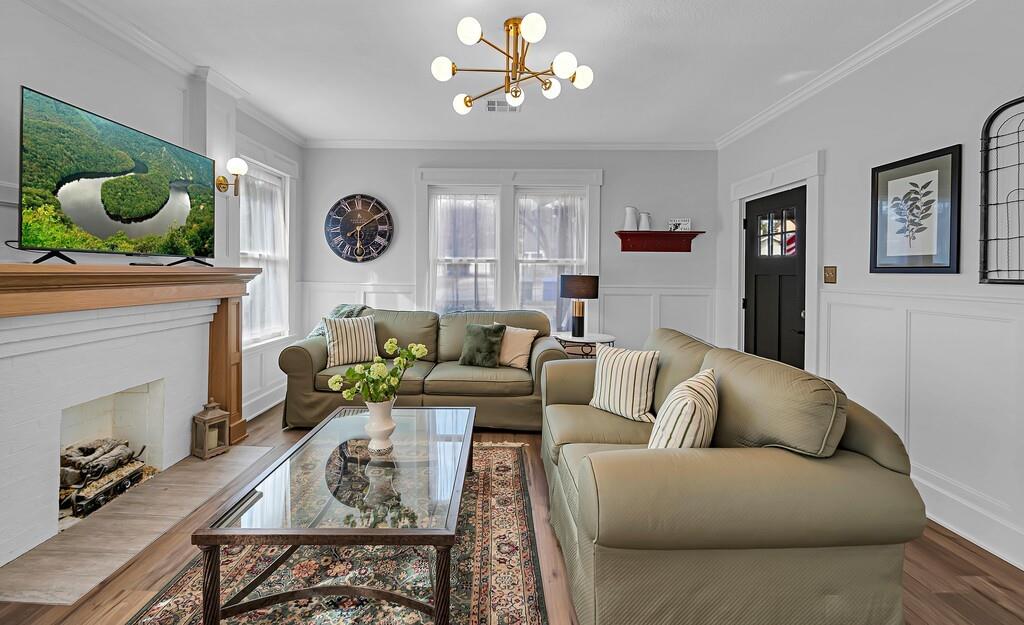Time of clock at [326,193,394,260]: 6:09
